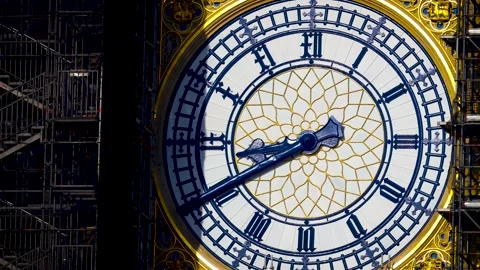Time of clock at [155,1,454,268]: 8:40
